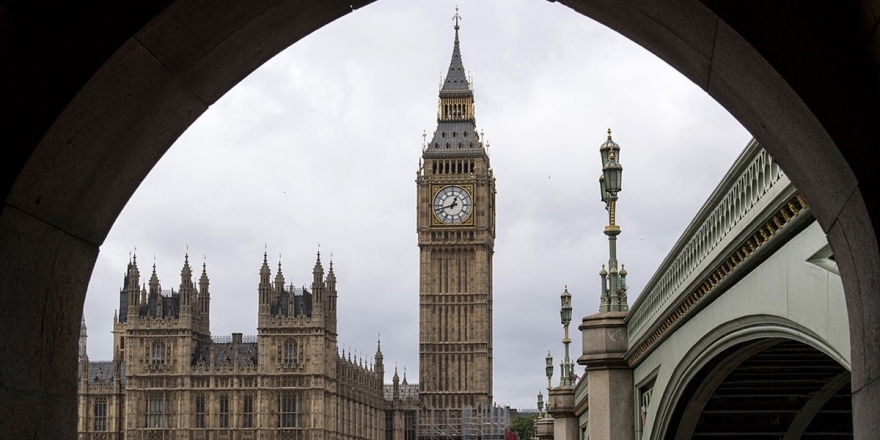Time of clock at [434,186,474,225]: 12:42
